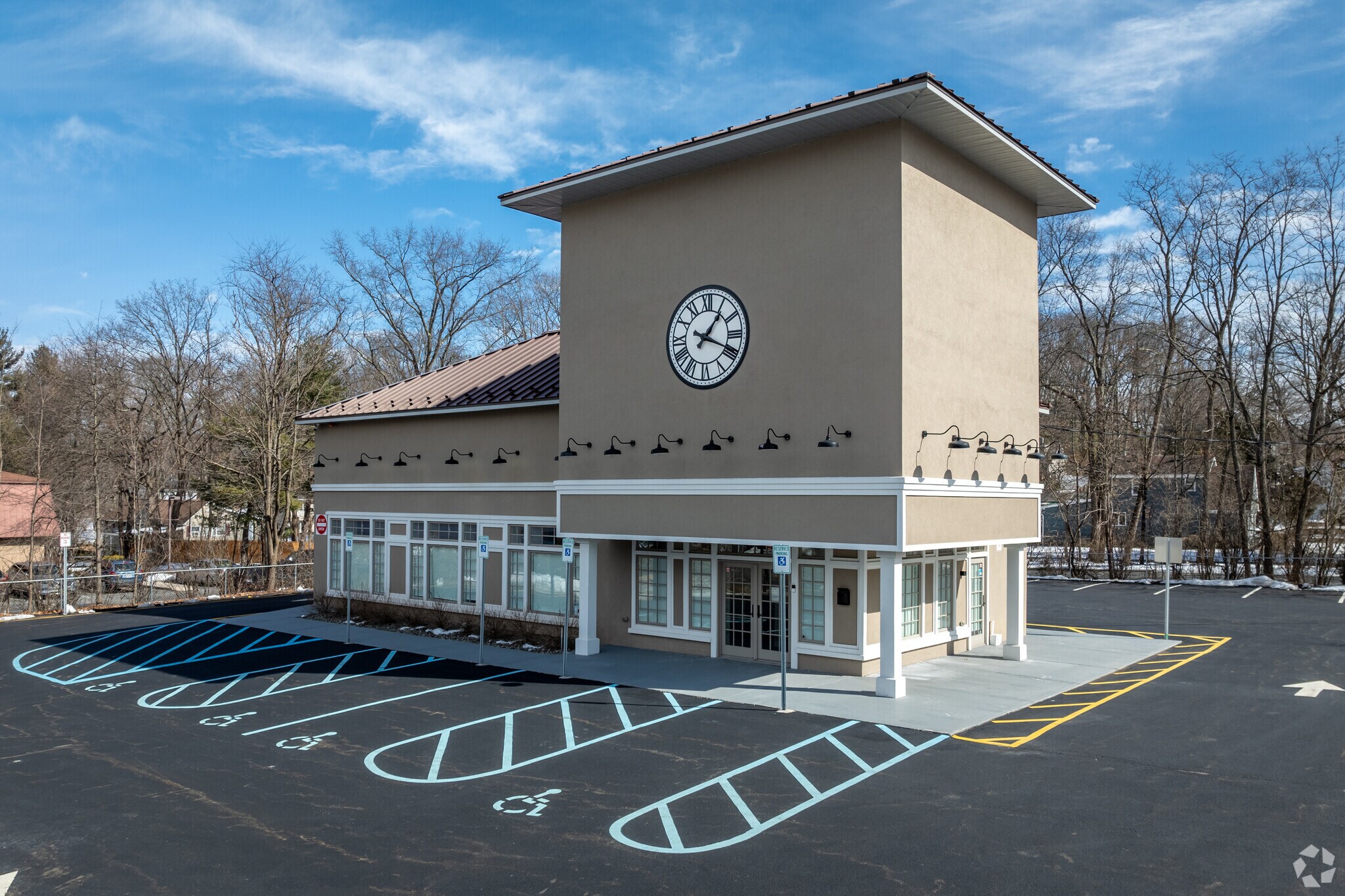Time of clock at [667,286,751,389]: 1:18
